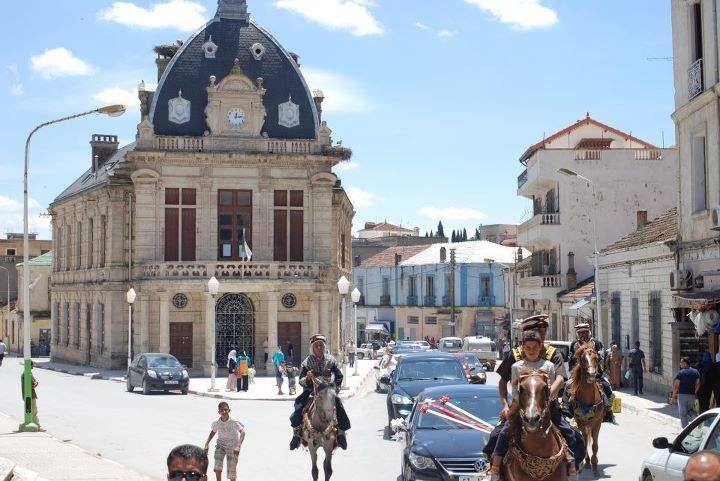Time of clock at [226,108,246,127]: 12:14
